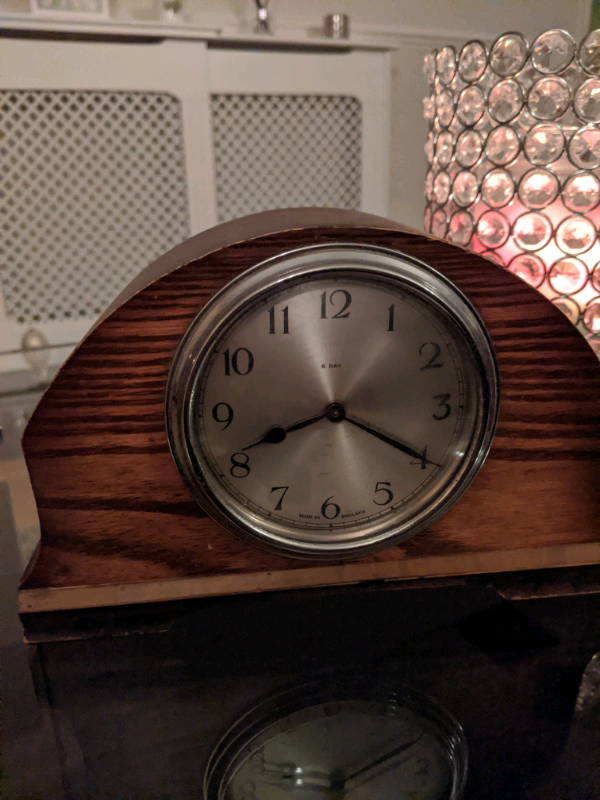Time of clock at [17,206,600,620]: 8:20
